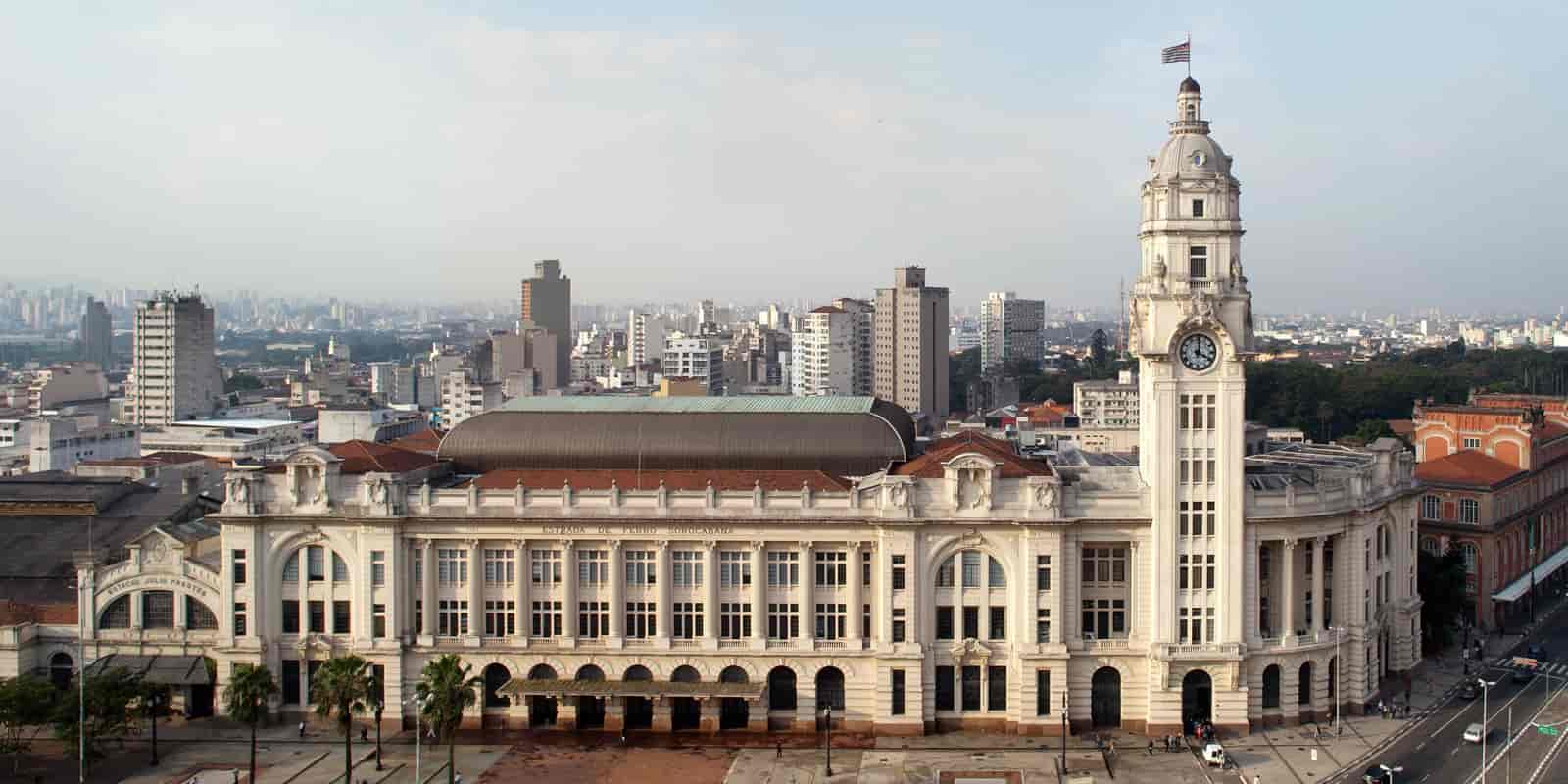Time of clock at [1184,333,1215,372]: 4:01
